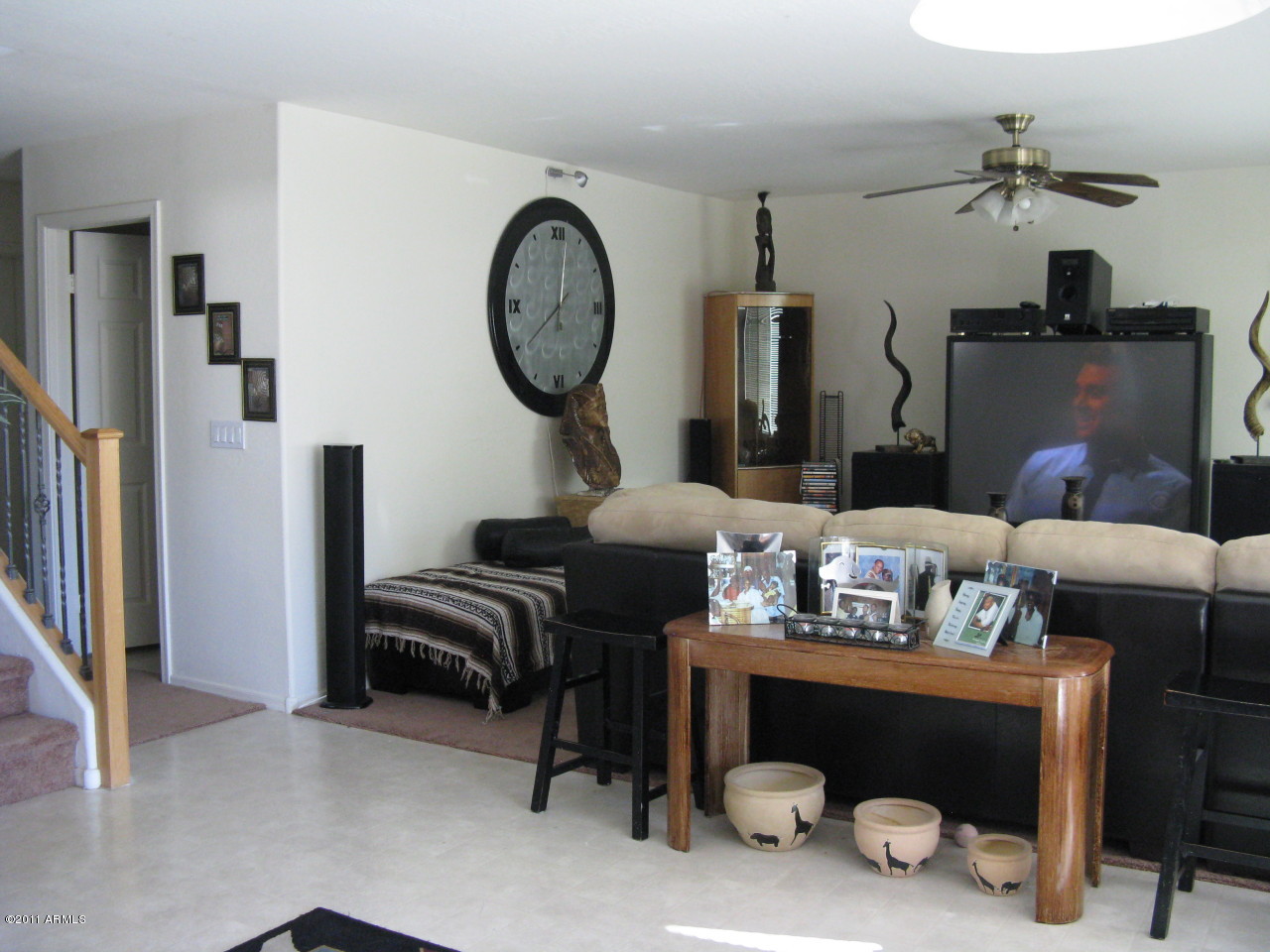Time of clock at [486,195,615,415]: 8:01
